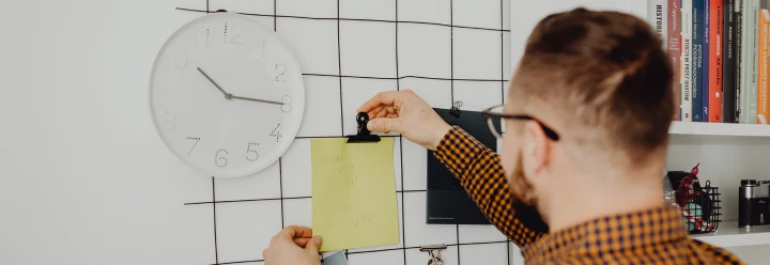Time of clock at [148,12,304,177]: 10:15
